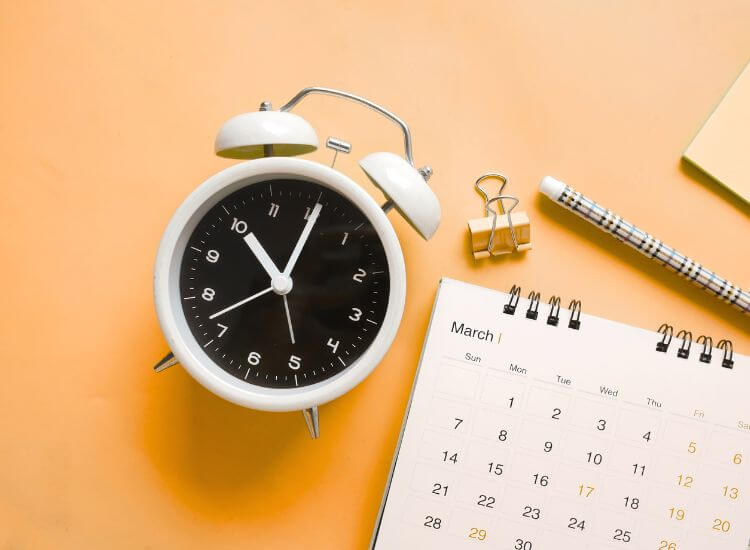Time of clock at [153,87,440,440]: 11:05
